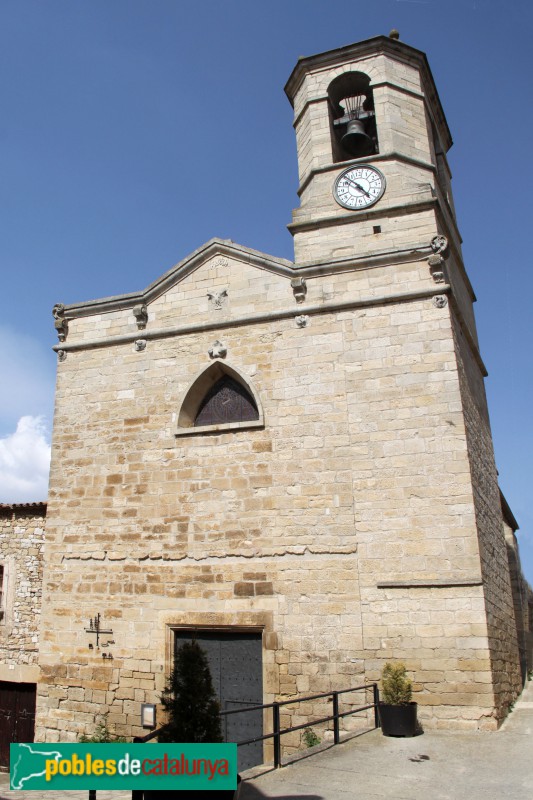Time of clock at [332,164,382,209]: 4:52
